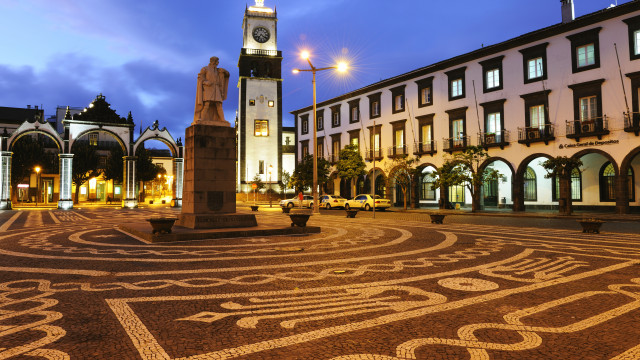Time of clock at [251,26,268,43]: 7:20
